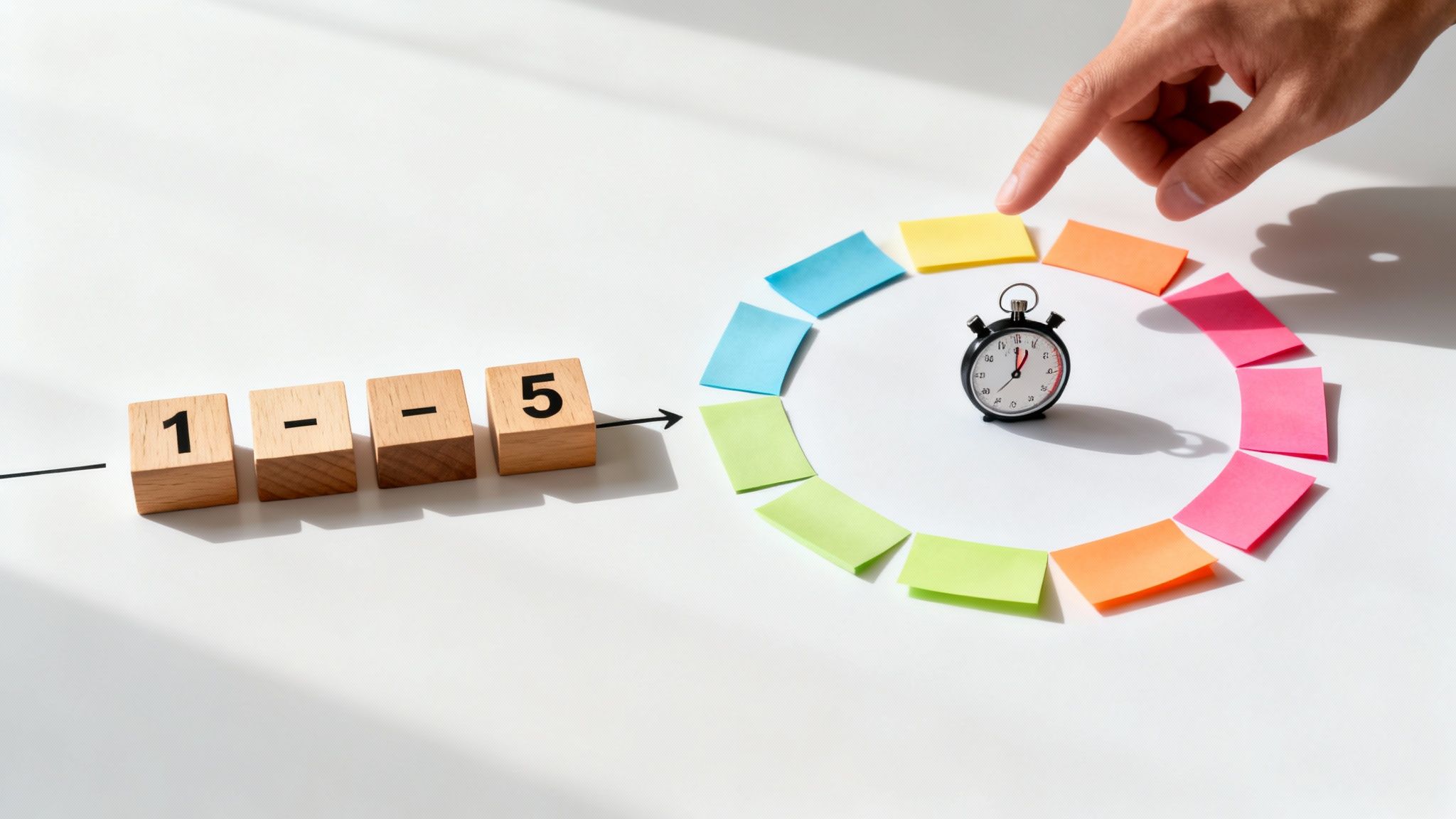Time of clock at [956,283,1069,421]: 1:00
